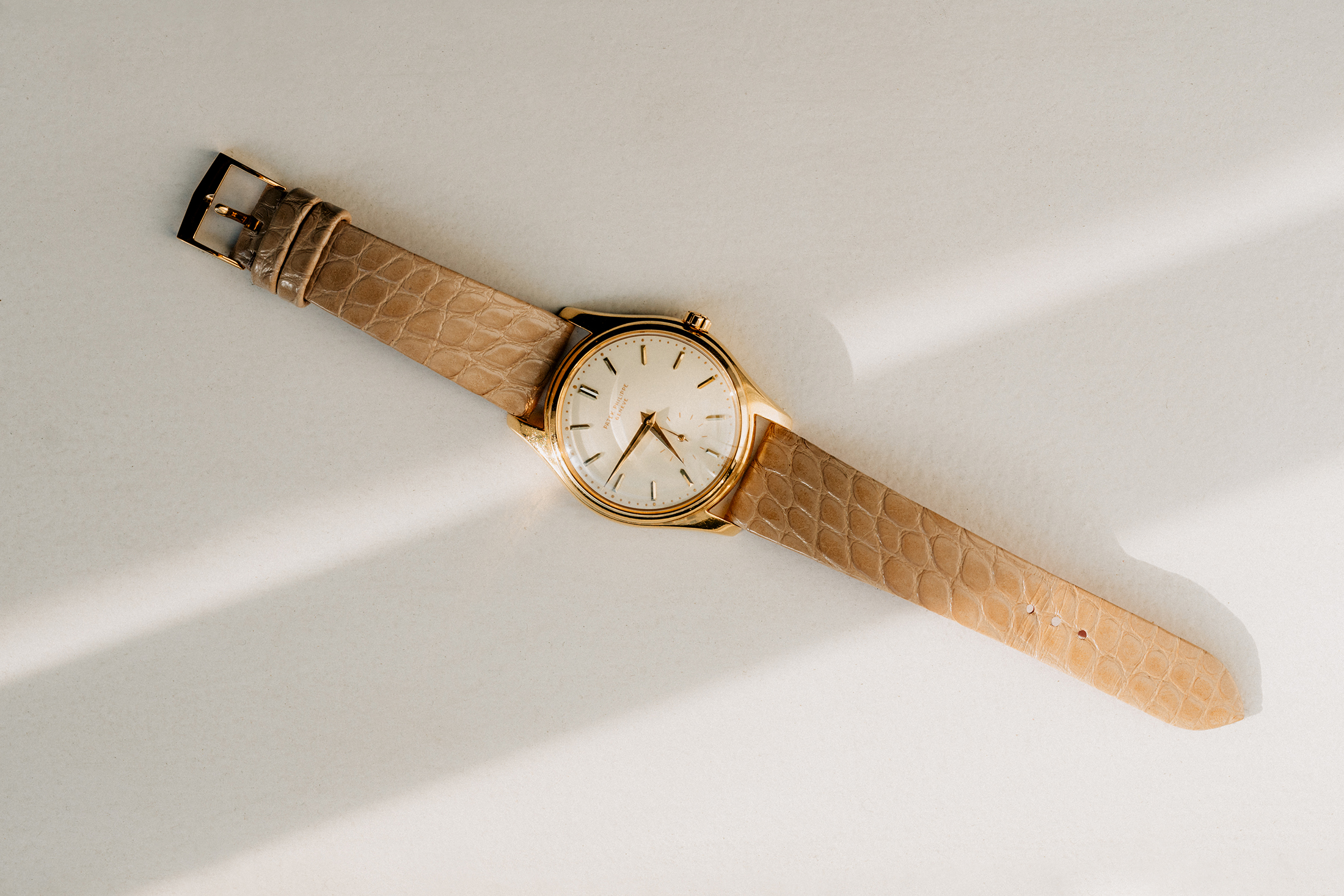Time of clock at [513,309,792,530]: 4:36
